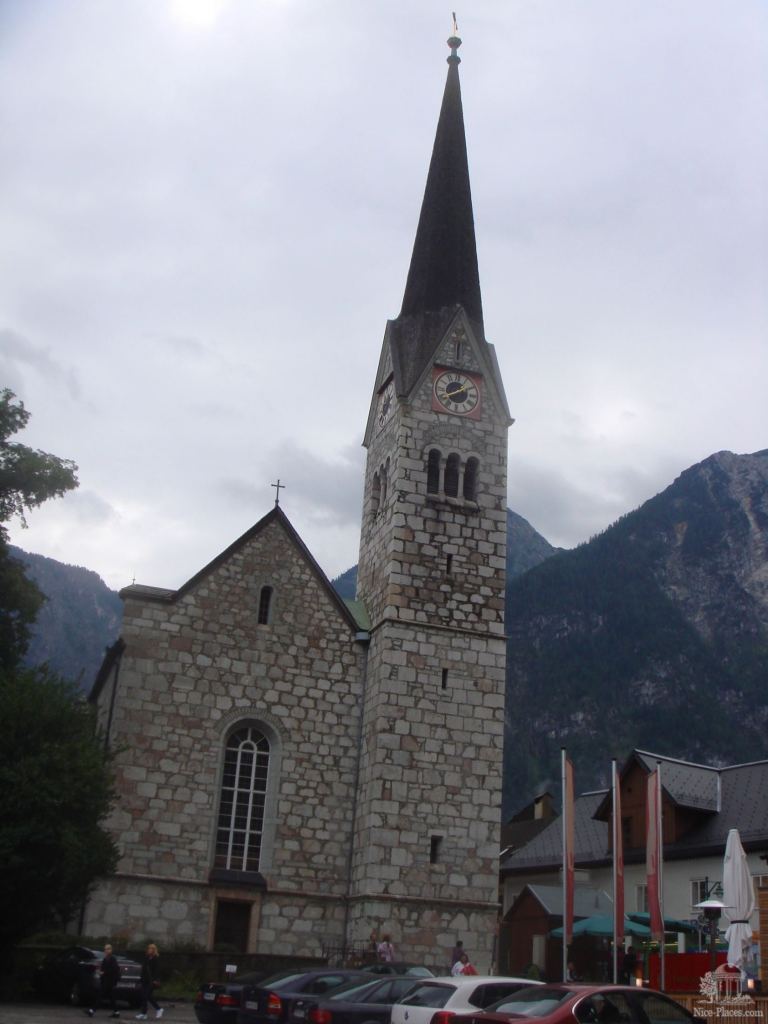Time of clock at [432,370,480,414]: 1:40
